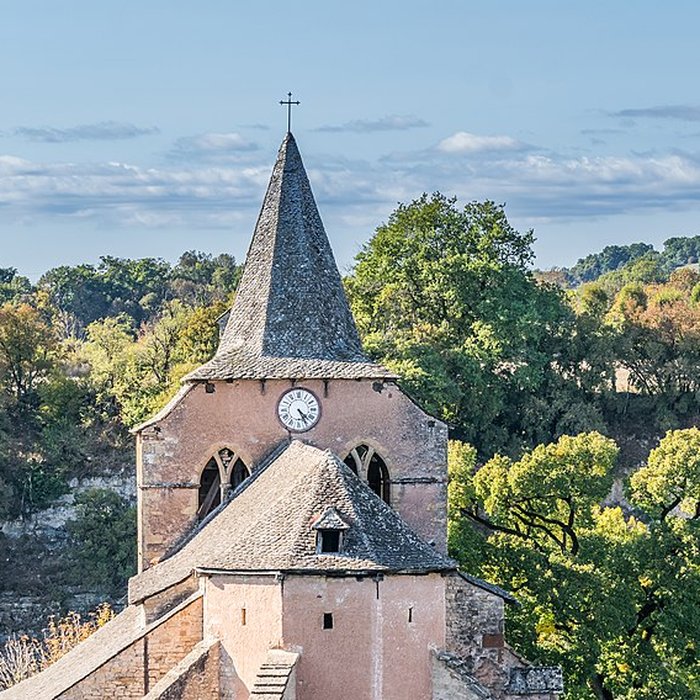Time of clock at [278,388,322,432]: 4:25
